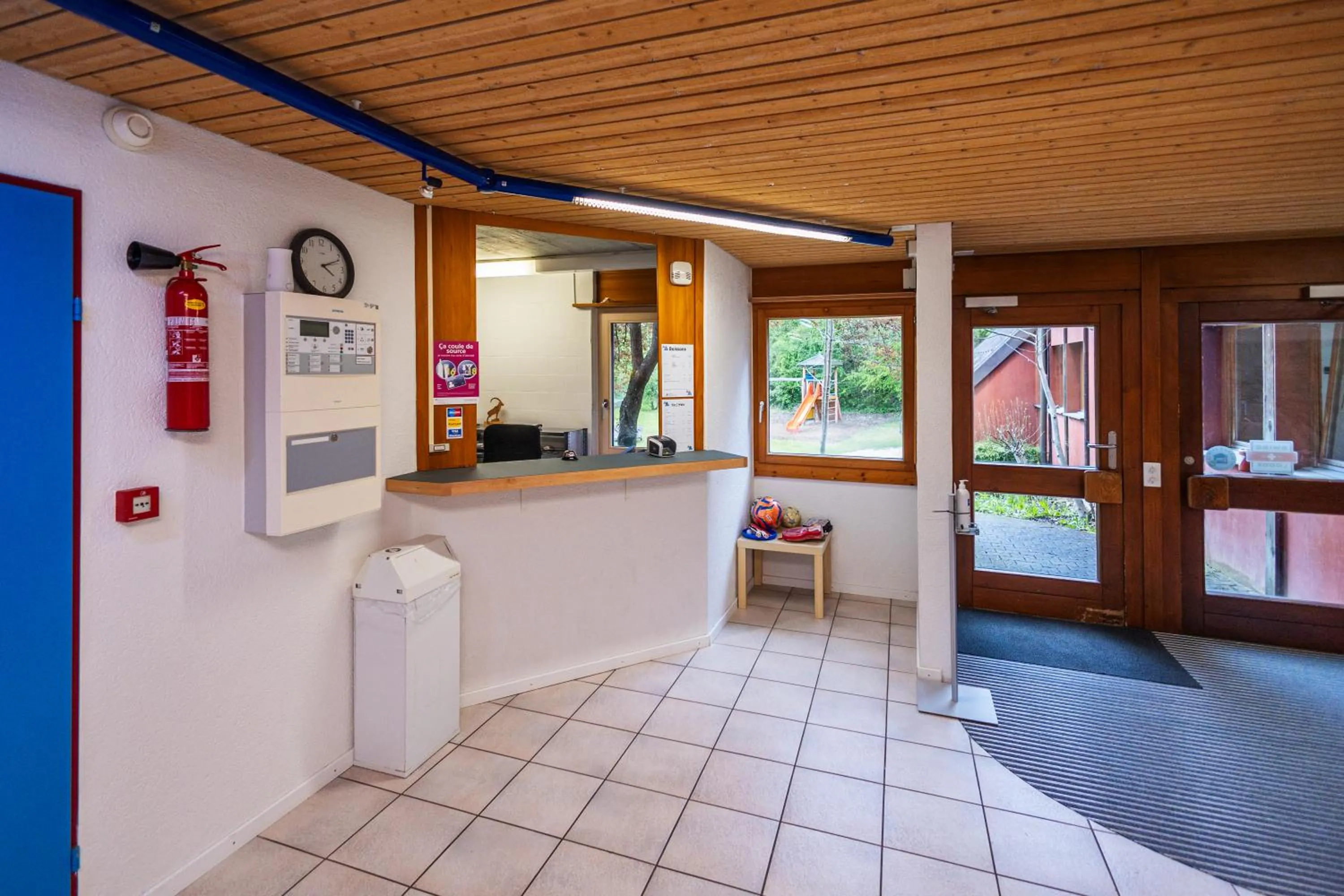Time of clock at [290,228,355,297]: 4:11
